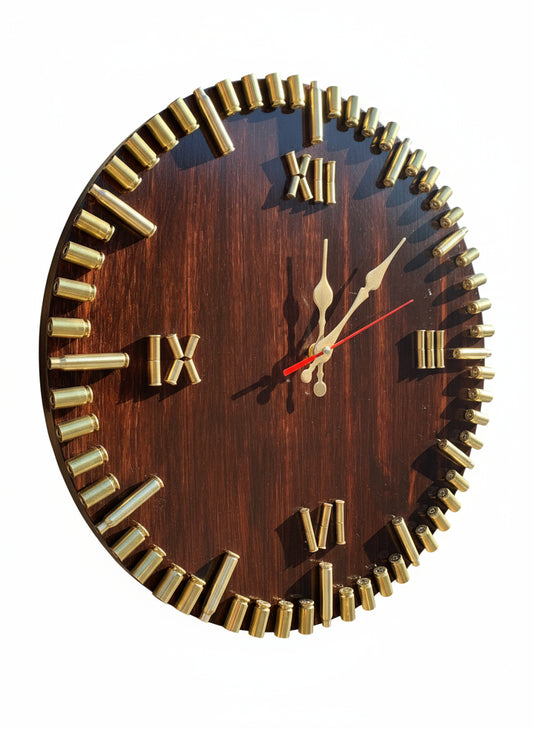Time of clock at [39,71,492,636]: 12:07
